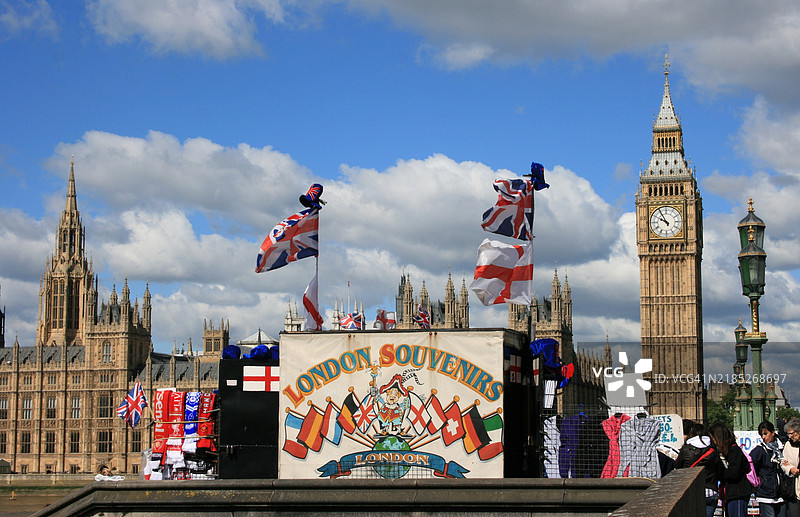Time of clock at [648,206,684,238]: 9:54
